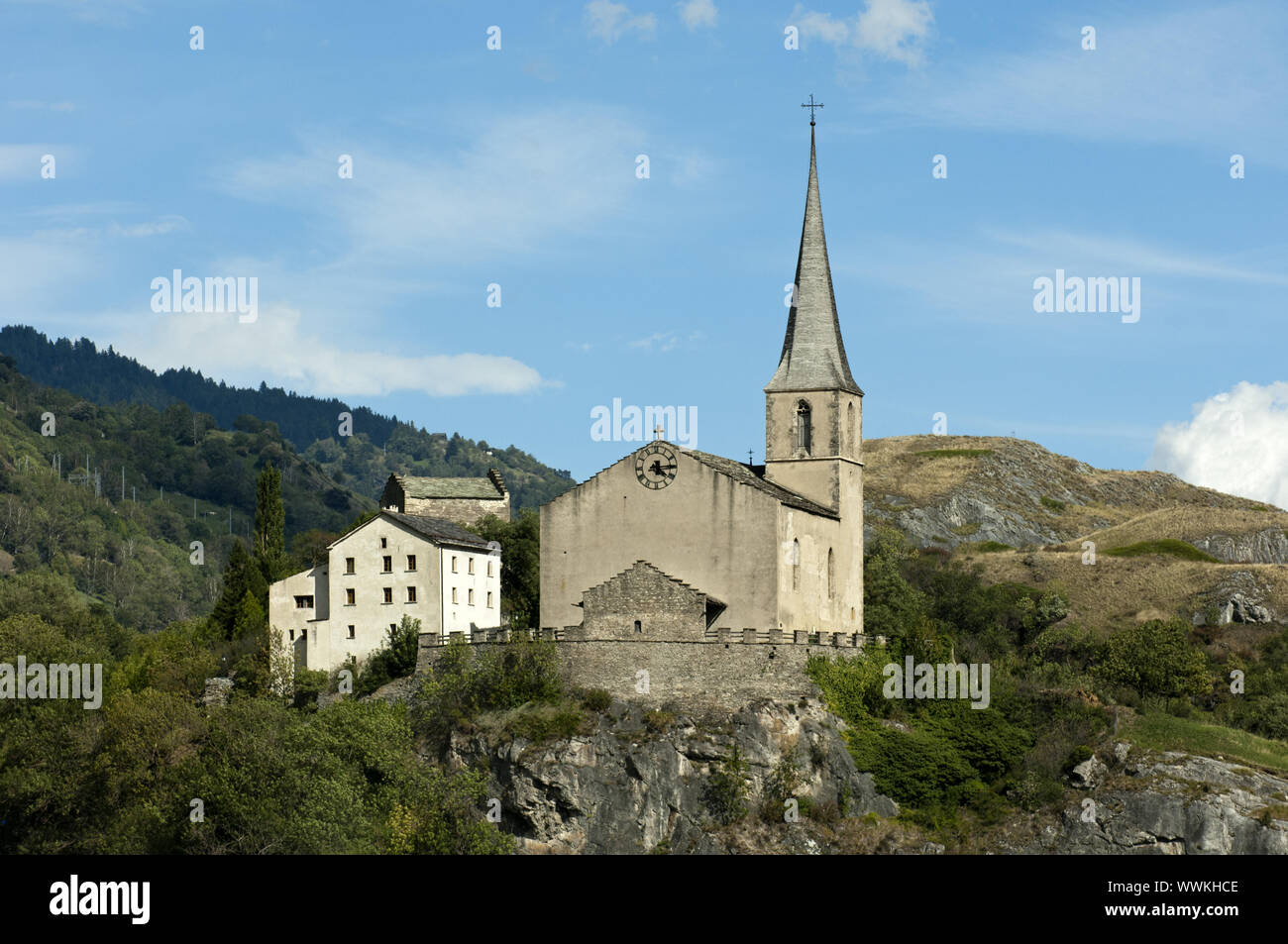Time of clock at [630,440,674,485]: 4:14
